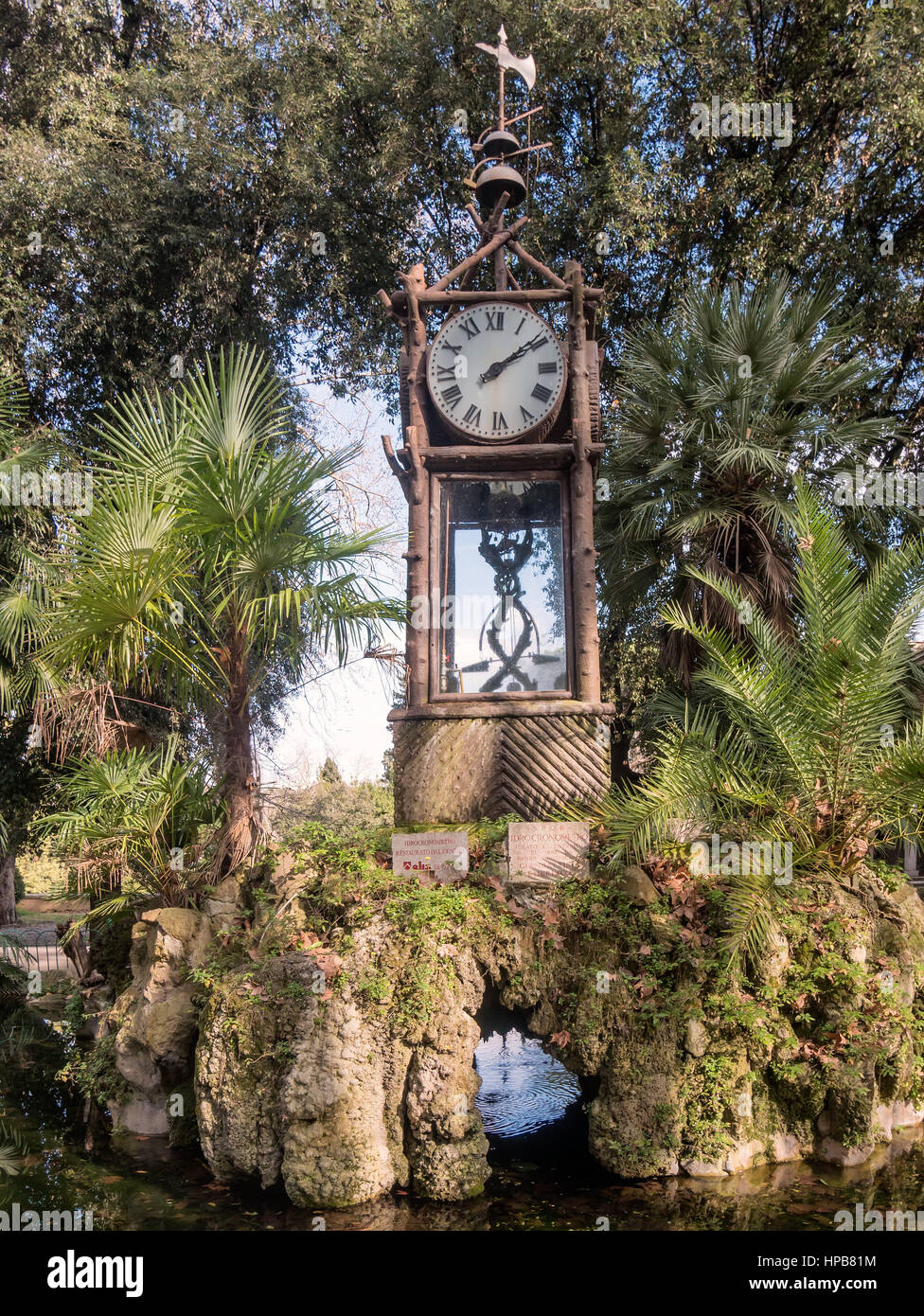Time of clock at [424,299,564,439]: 2:09
